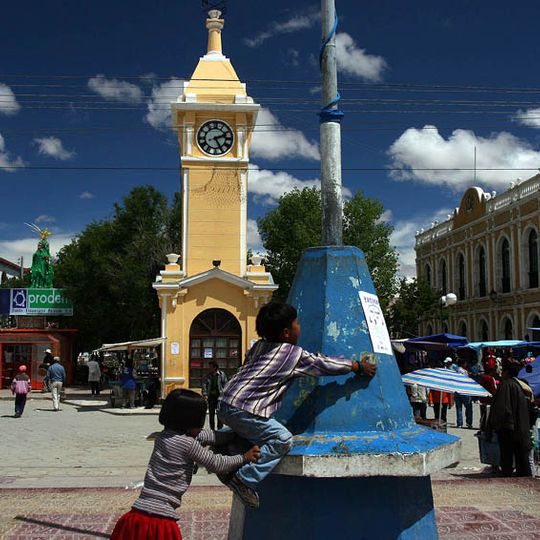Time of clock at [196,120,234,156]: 2:25
